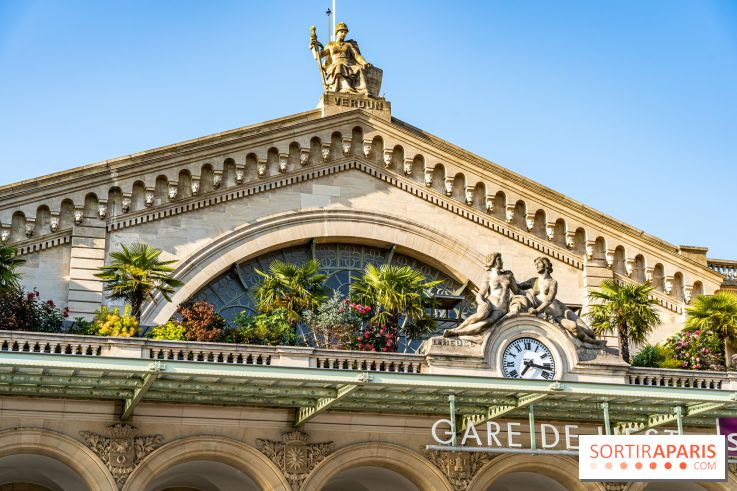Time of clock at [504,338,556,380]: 7:17
